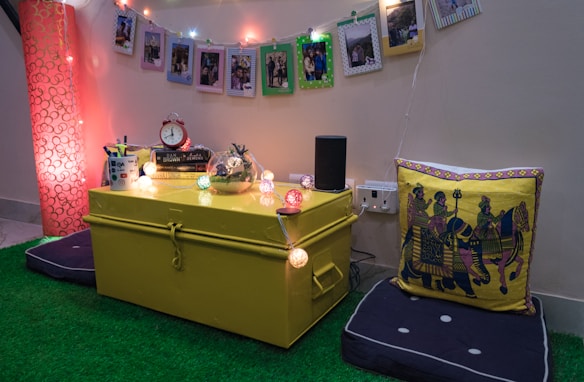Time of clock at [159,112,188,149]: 11:41
